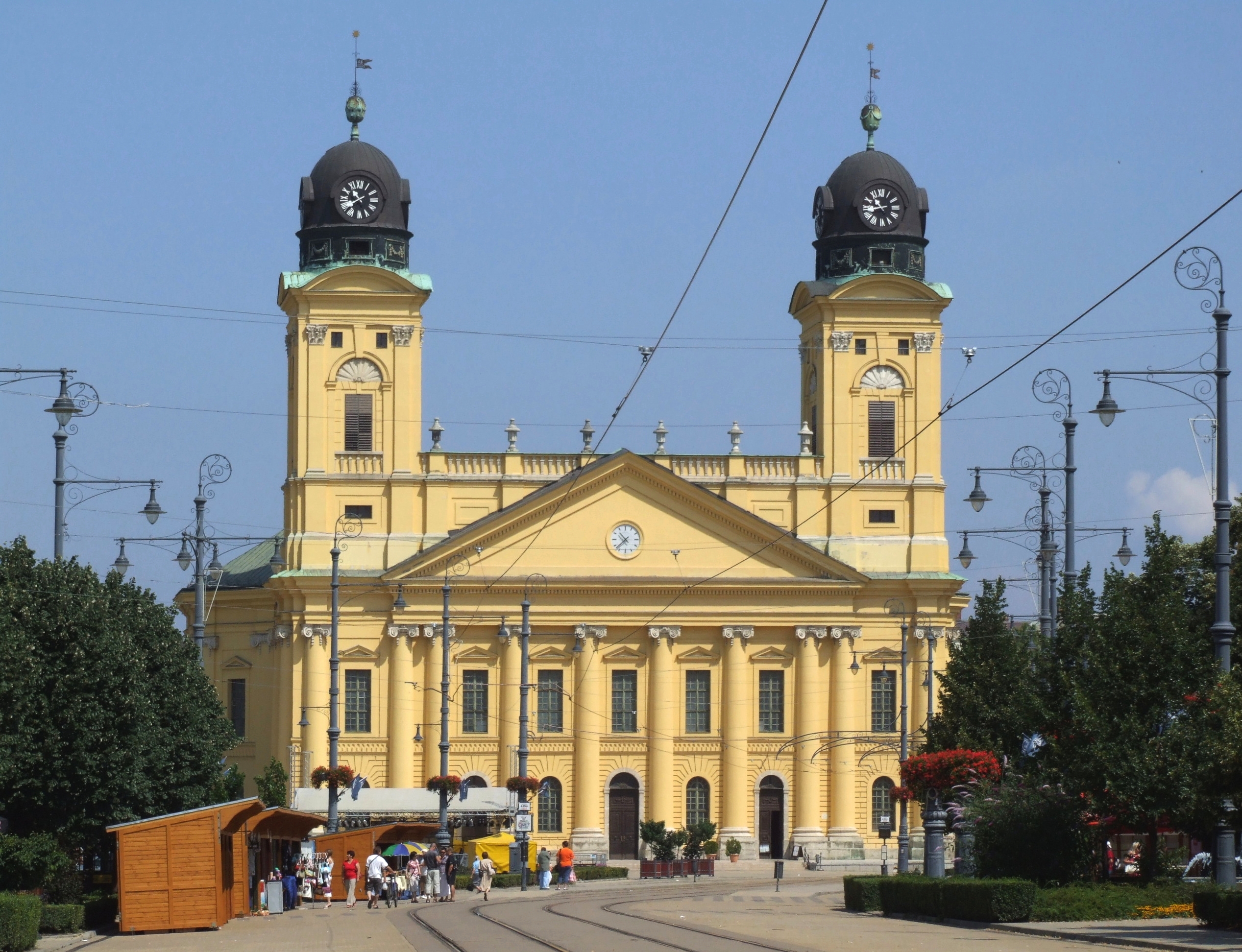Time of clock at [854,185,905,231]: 10:43
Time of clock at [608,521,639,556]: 10:37
